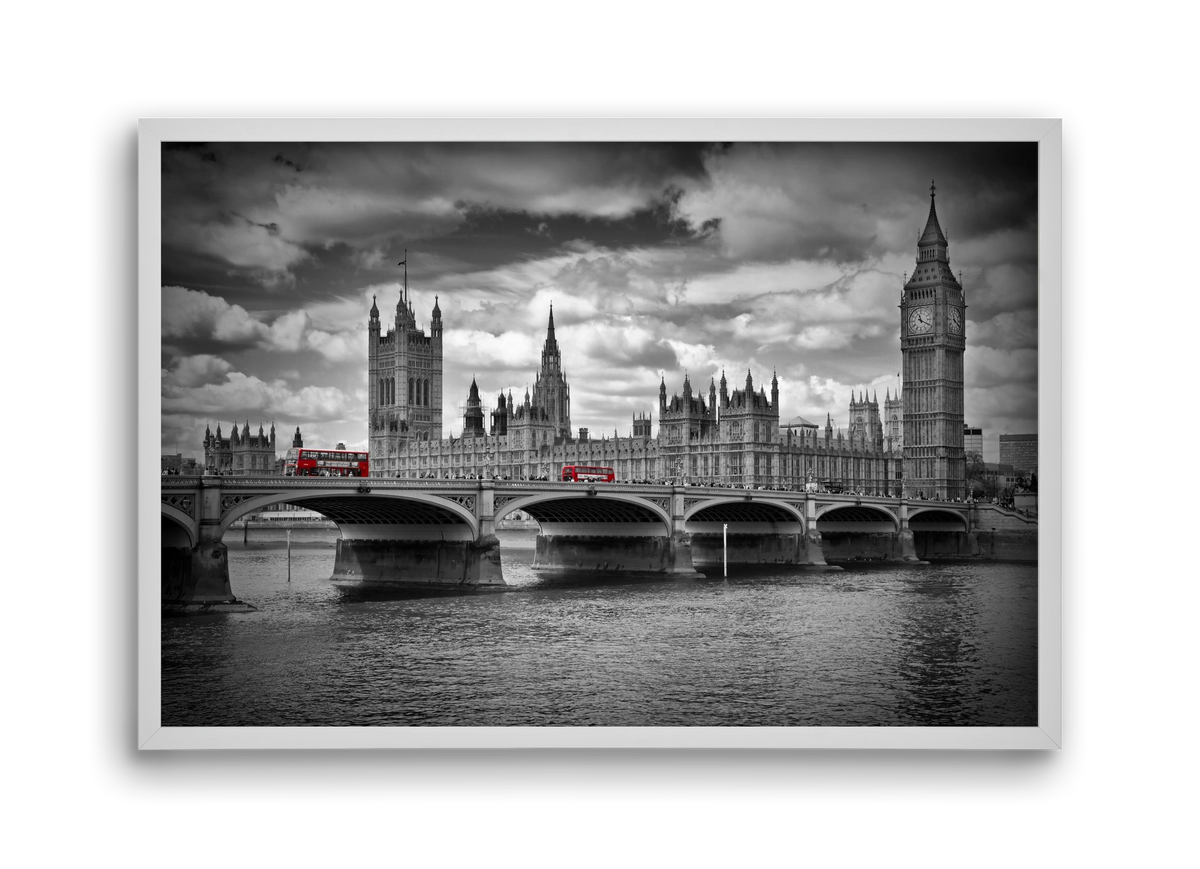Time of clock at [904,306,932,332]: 11:19
